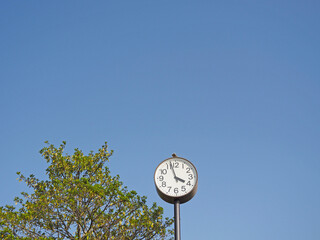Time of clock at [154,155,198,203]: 3:57
